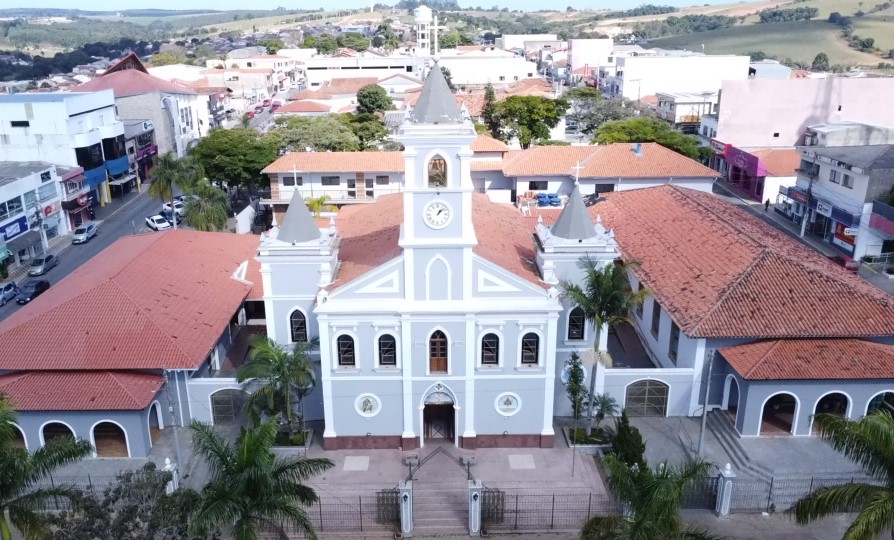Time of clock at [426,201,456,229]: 1:07
